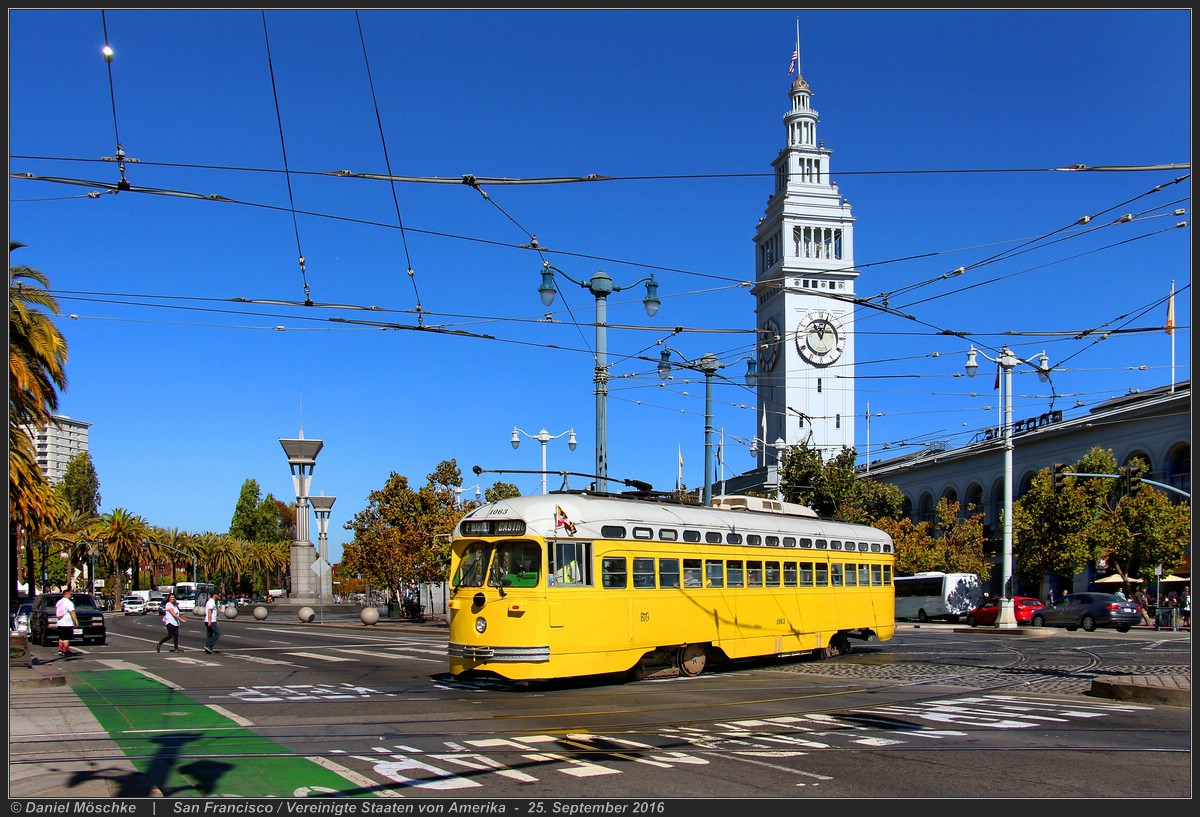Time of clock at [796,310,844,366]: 11:03
